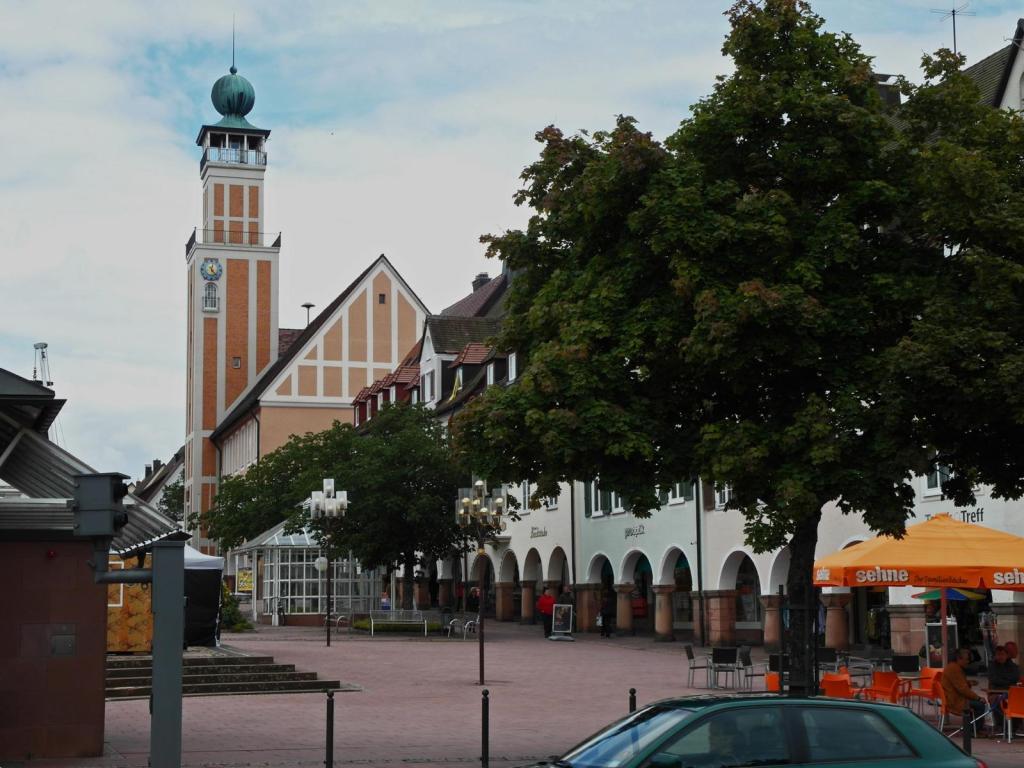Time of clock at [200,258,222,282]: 12:23
